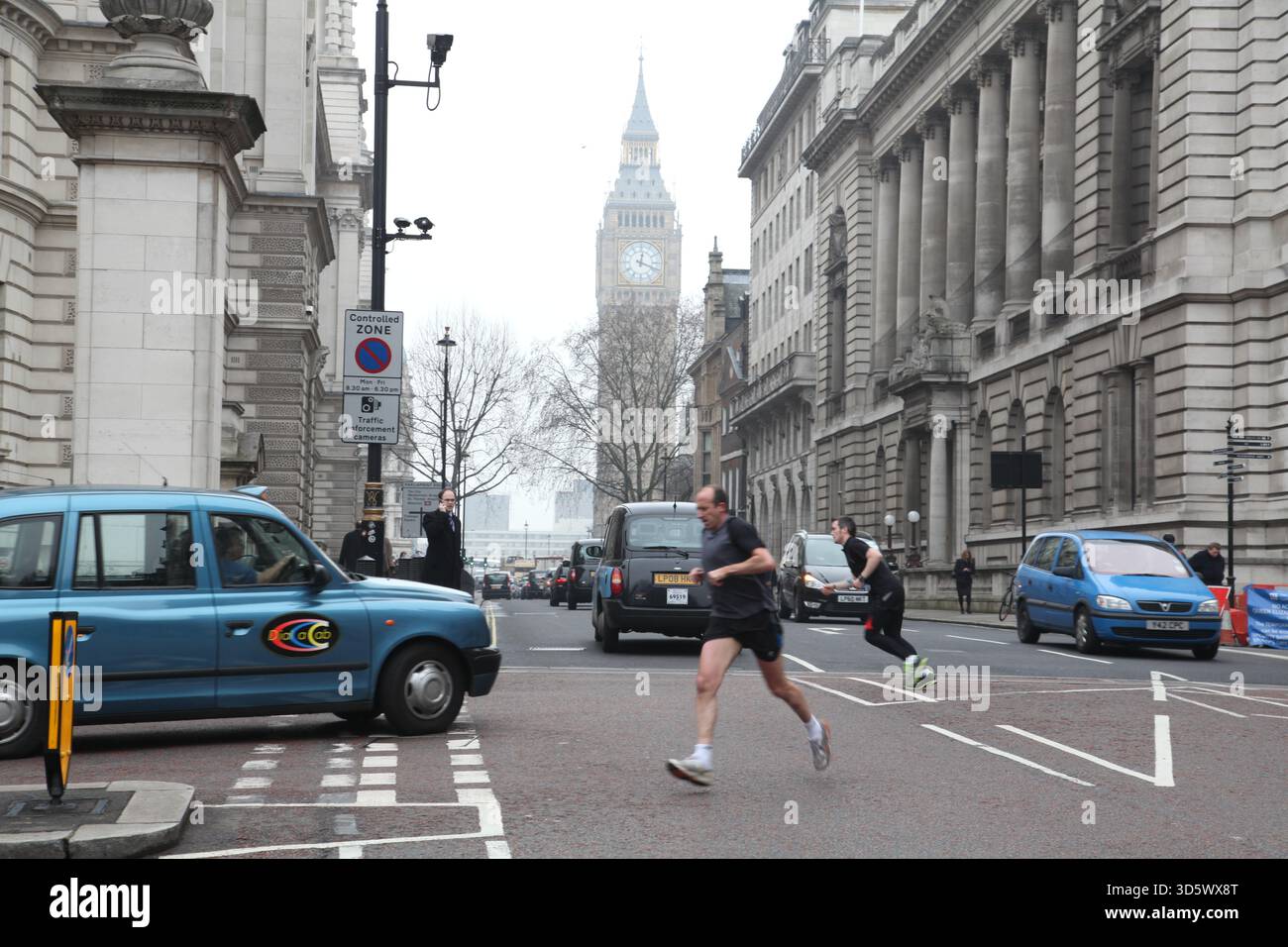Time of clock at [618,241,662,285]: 12:18
